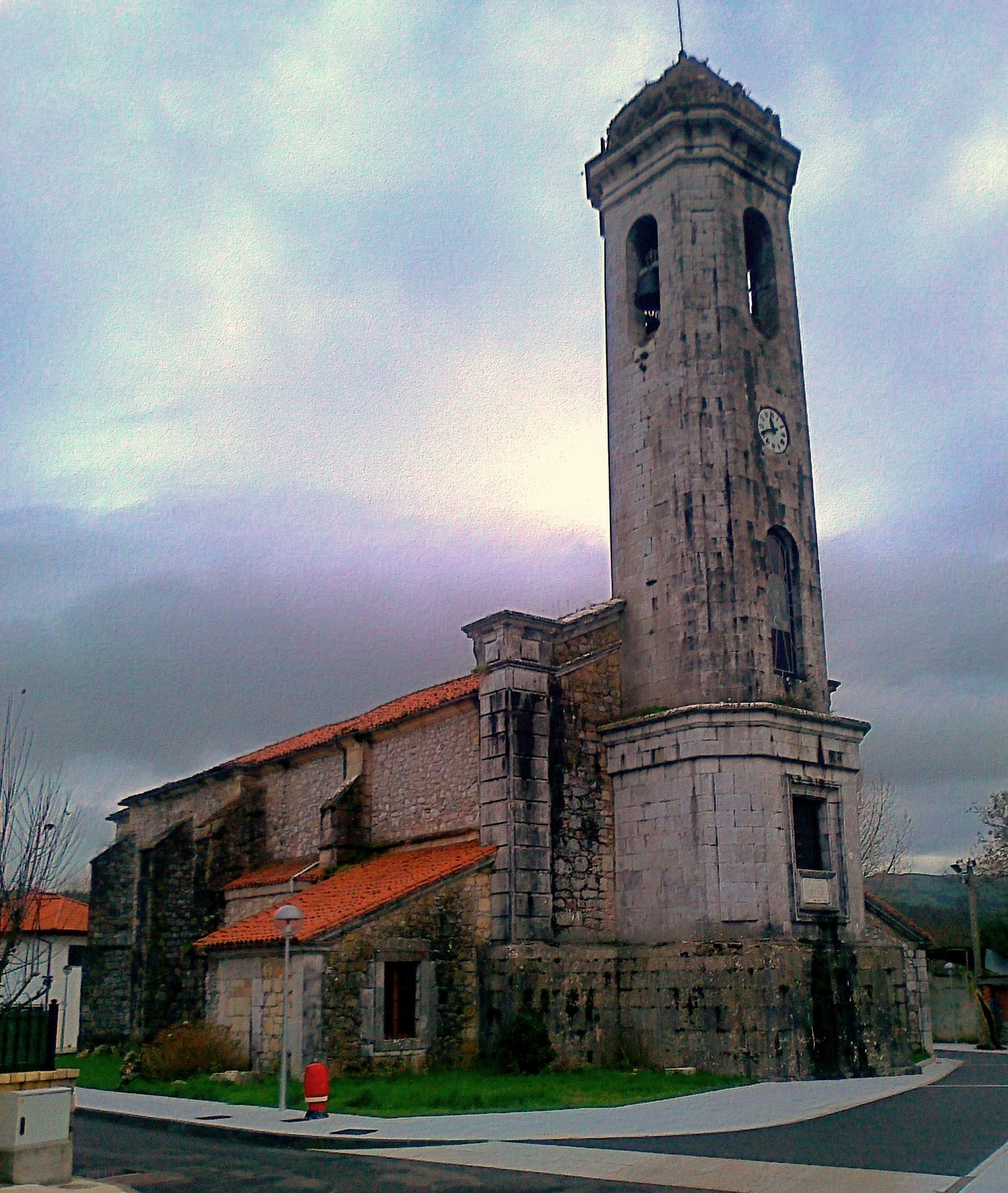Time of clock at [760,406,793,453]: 11:41
